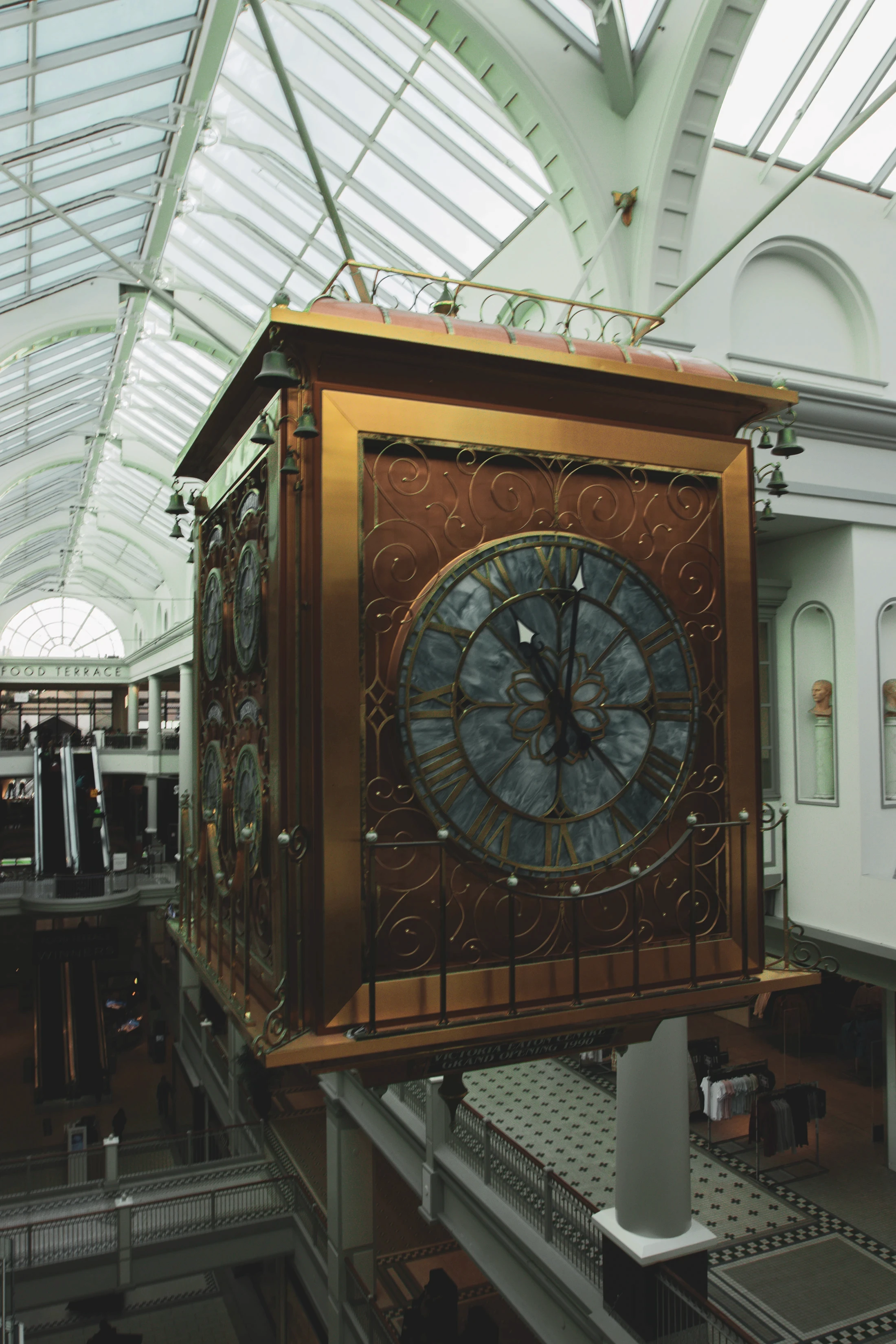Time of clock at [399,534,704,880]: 11:01
